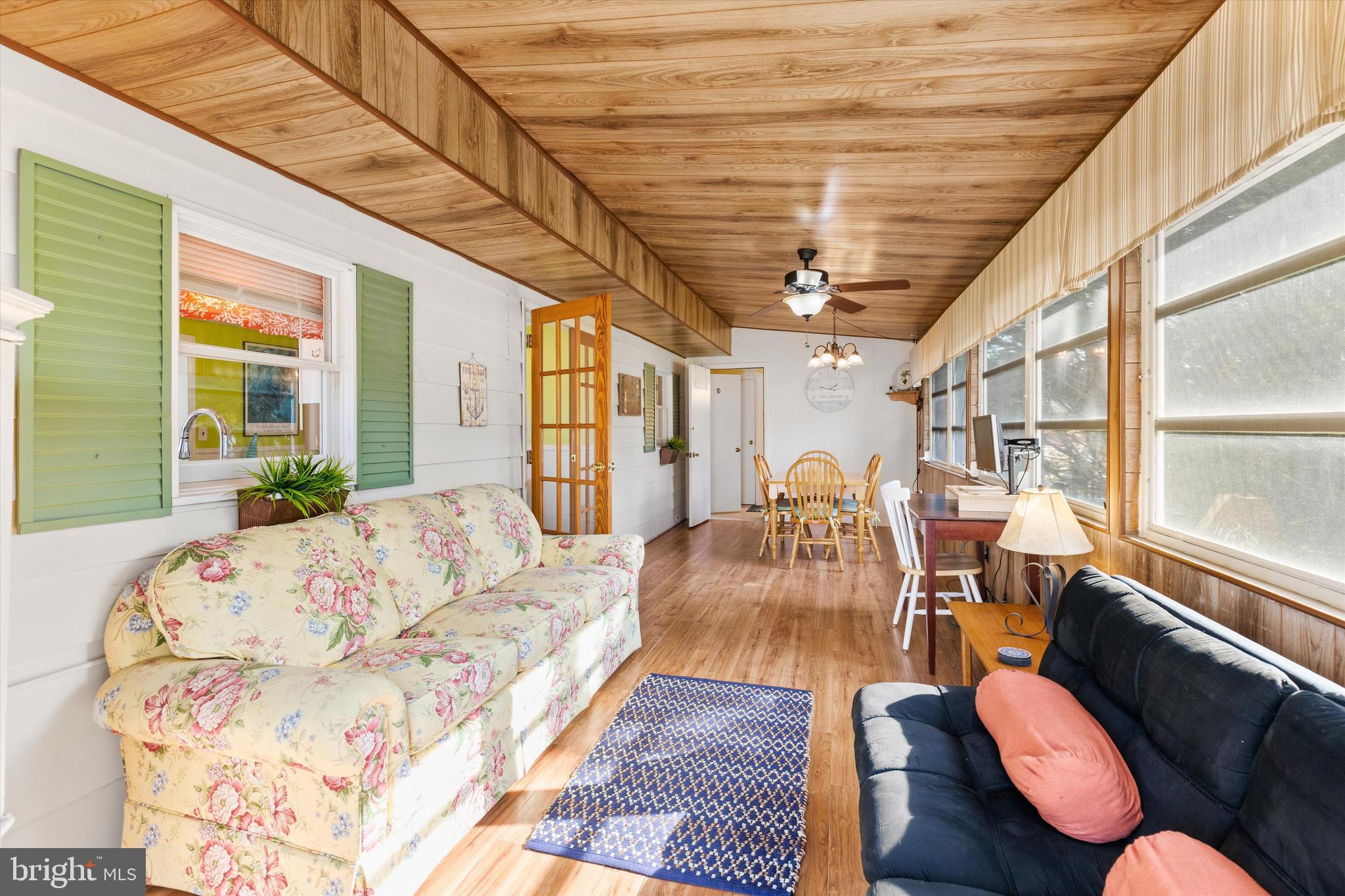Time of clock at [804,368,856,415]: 1:47
